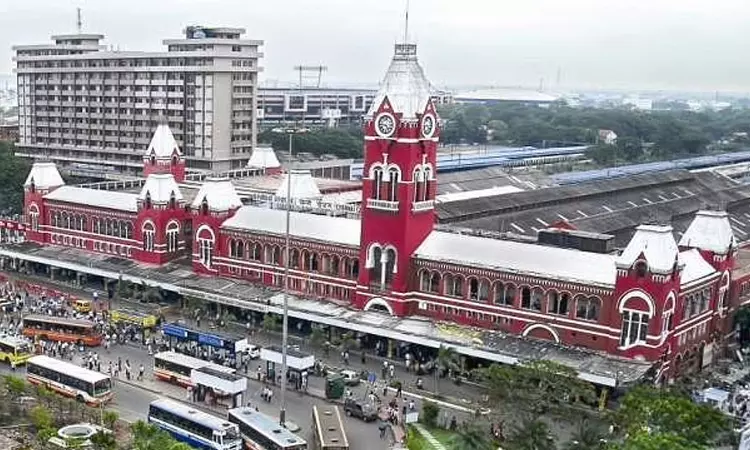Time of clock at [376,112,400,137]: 4:45
